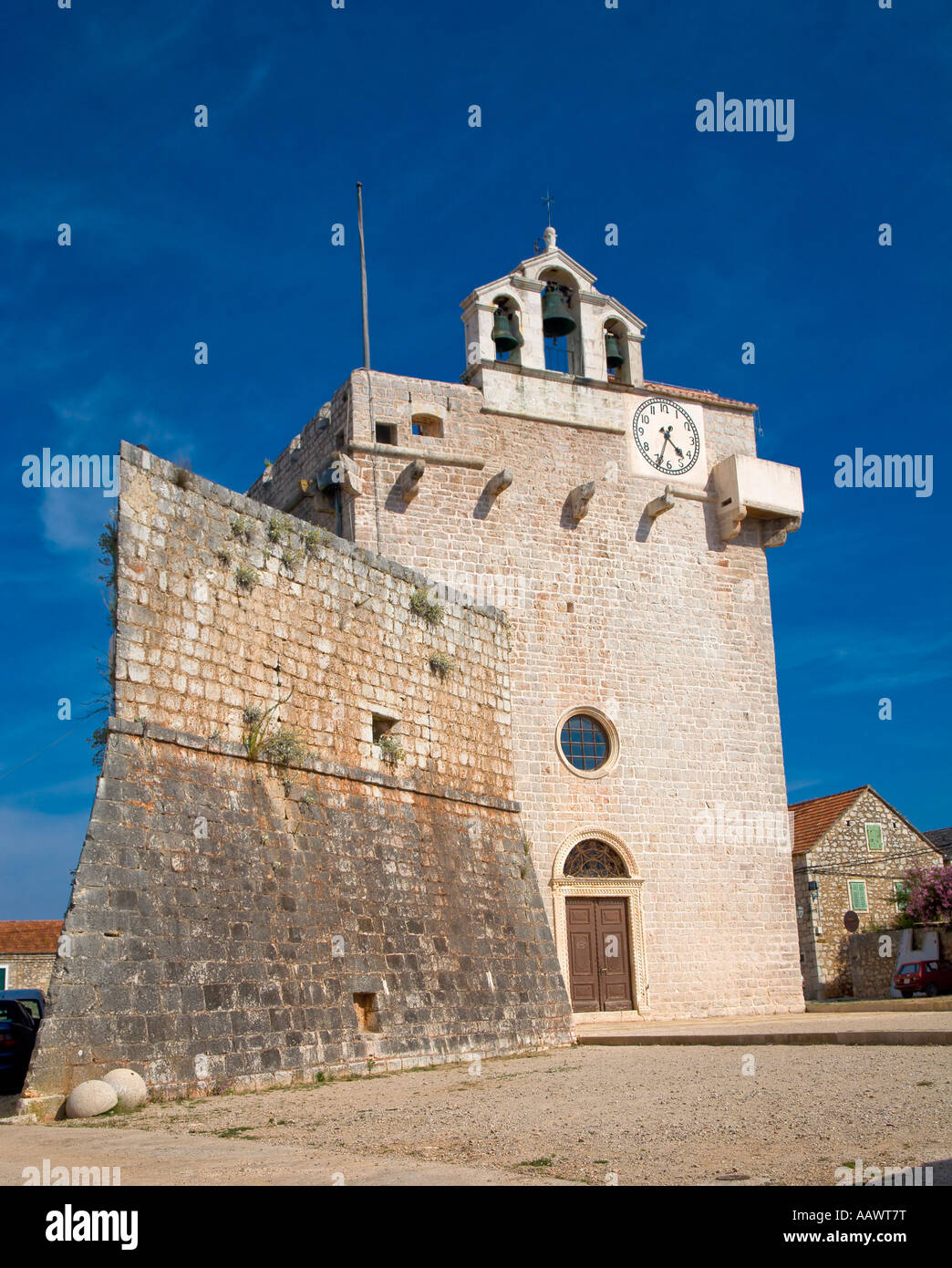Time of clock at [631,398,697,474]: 4:33
